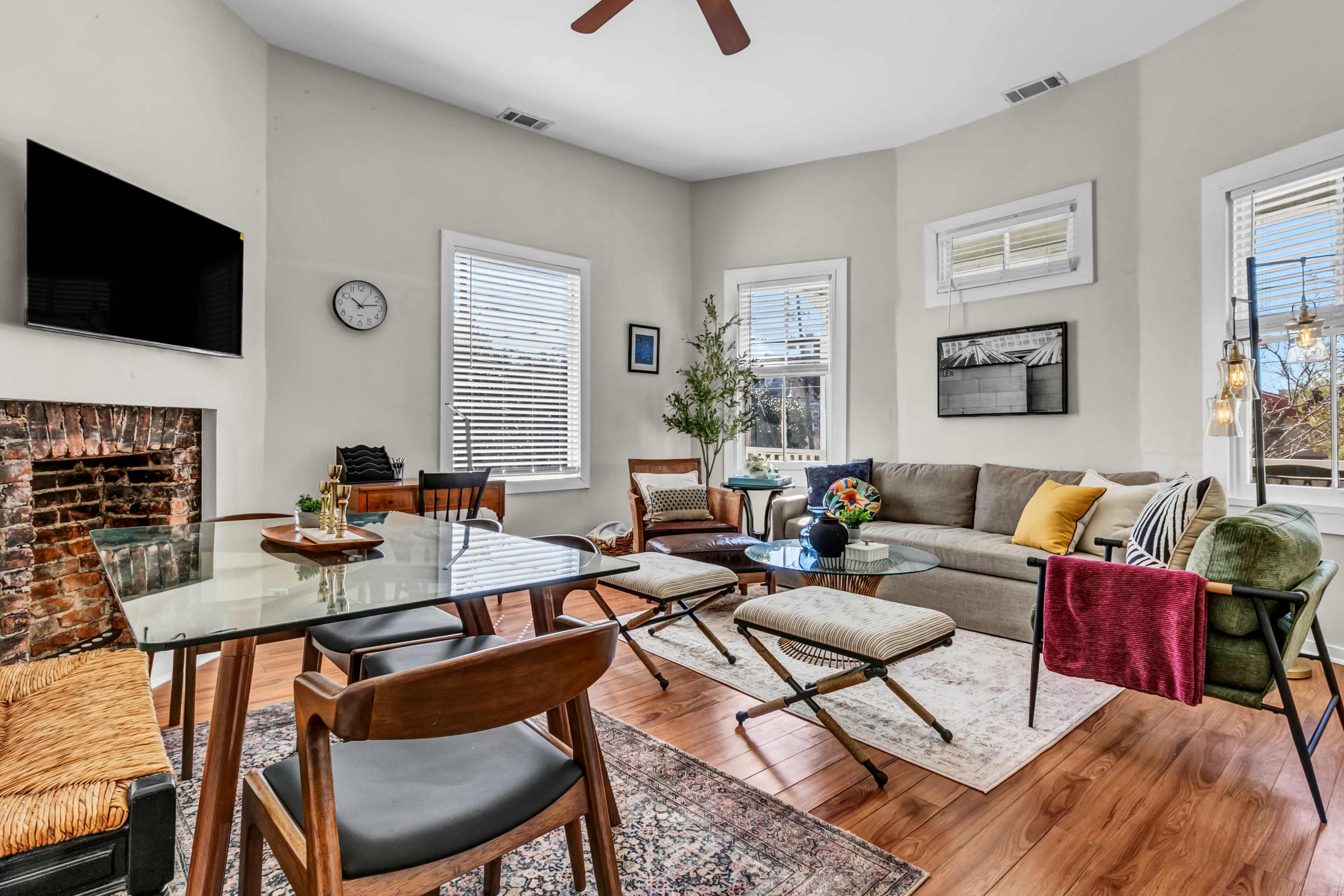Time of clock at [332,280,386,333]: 10:13
